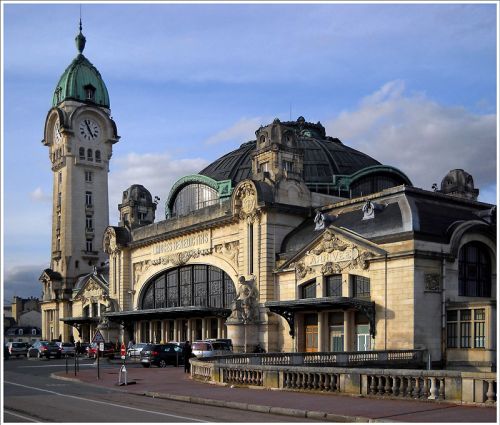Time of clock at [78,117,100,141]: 4:56
